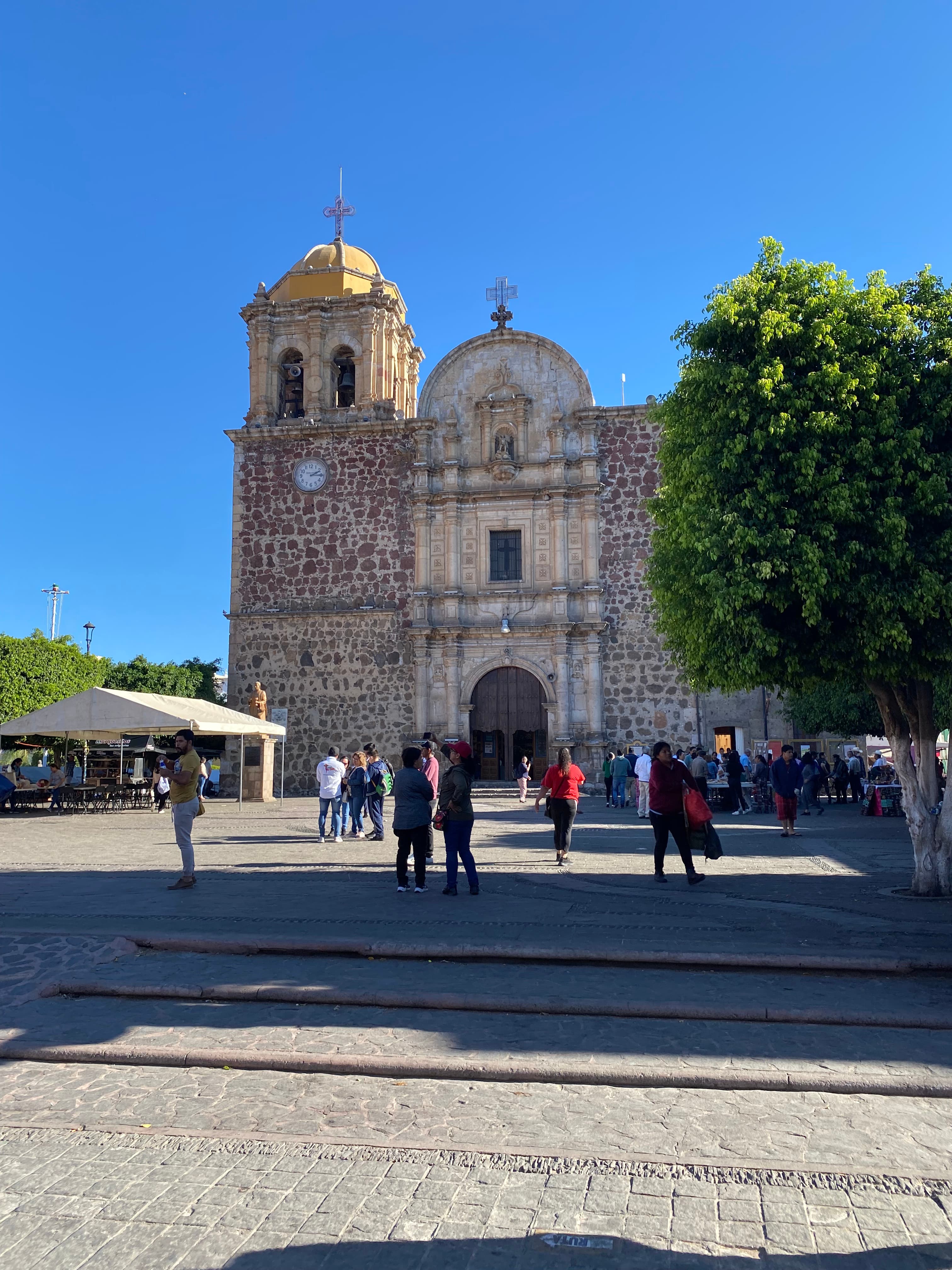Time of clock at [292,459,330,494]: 2:15
